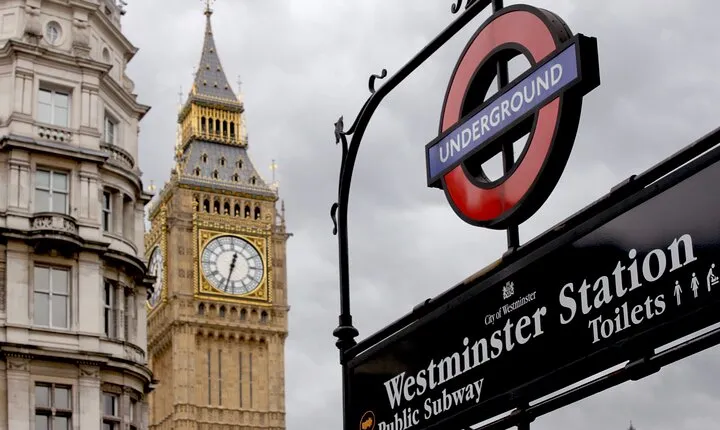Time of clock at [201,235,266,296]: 12:32
